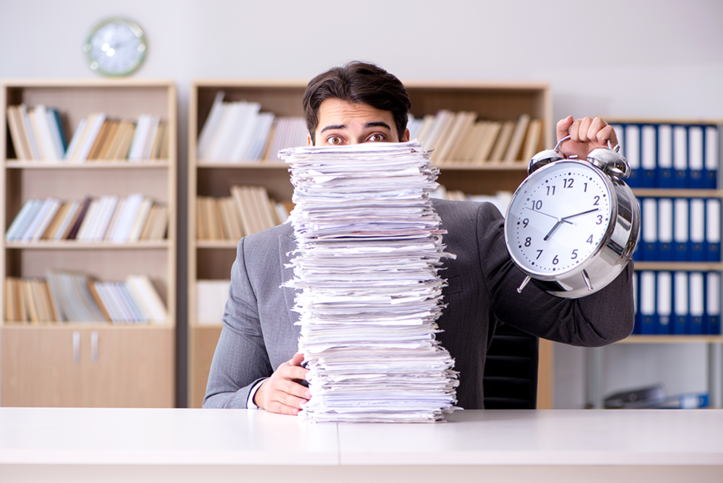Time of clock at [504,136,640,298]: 7:12
